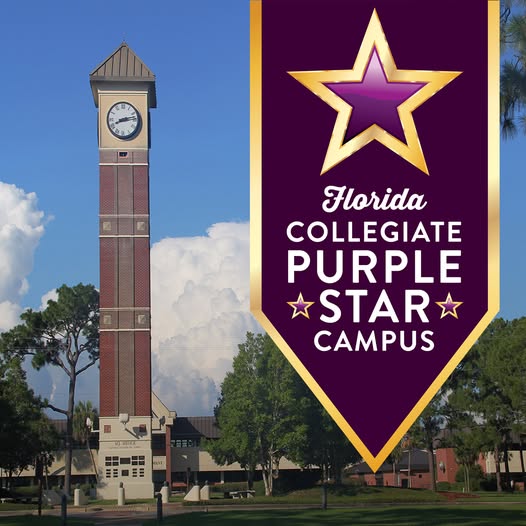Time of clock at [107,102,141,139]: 8:13
